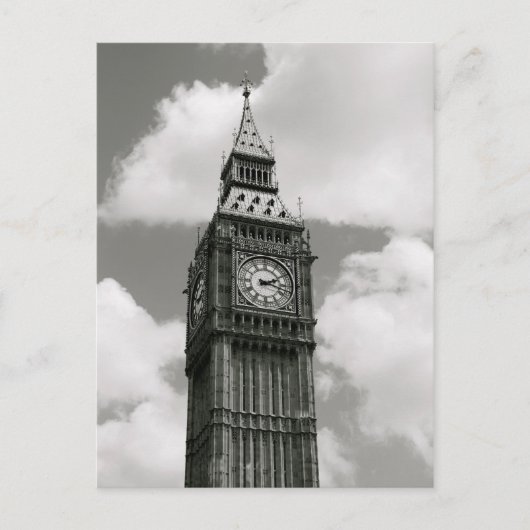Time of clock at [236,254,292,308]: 2:18
